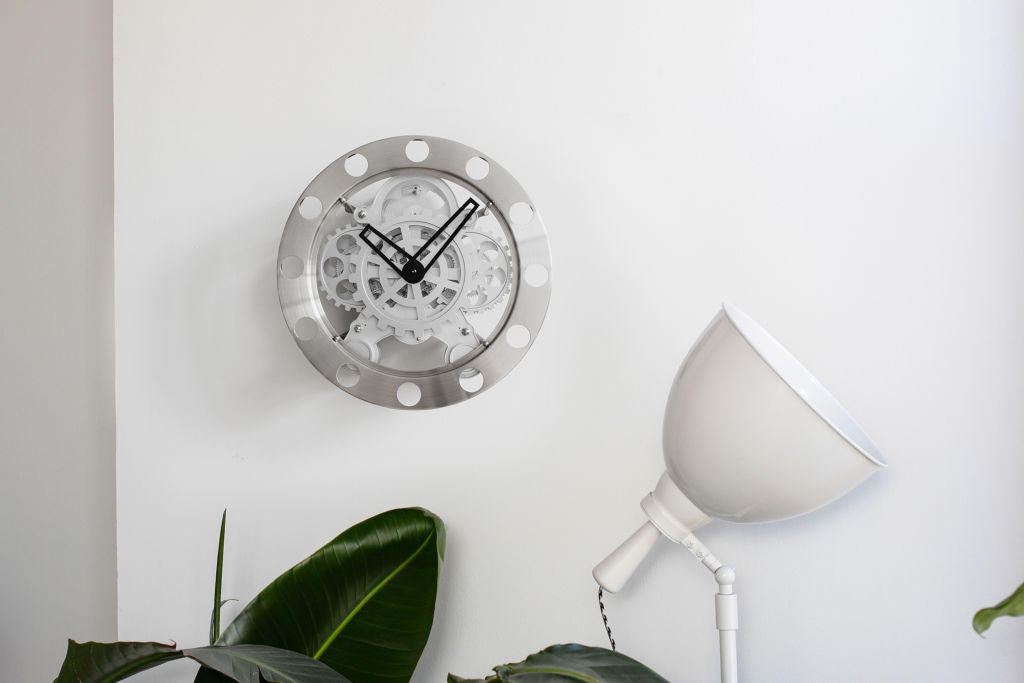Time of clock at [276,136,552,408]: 10:07
